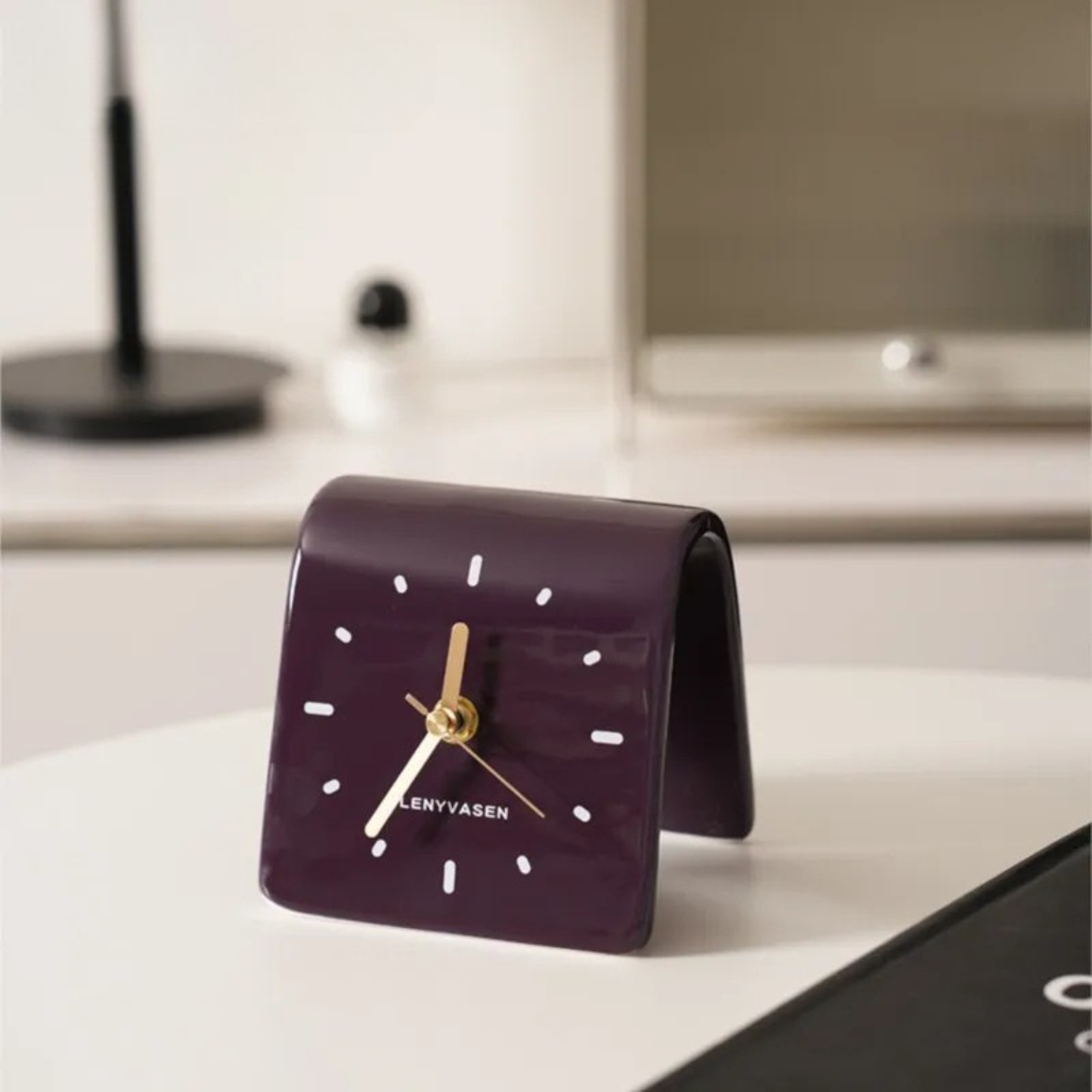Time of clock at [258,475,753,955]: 12:36
